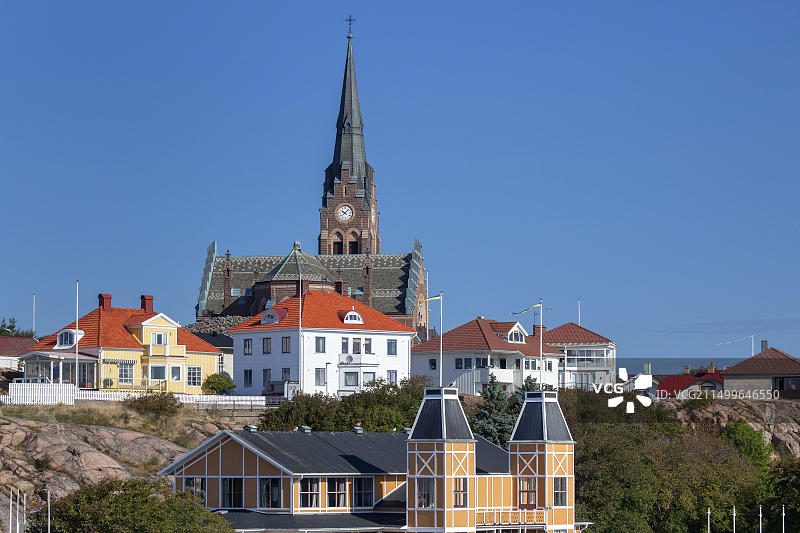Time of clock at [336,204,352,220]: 10:07
